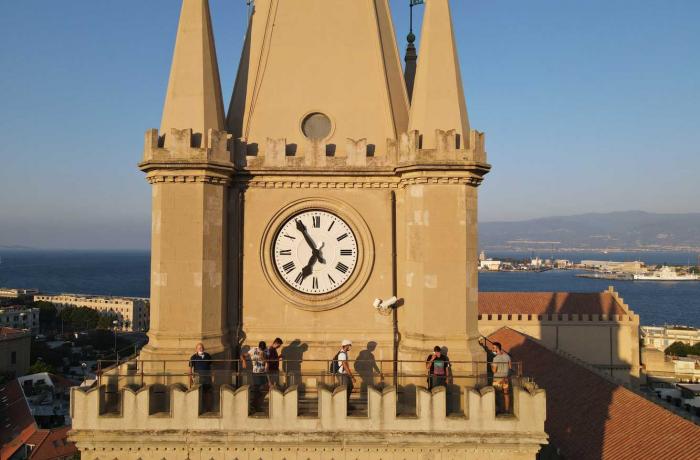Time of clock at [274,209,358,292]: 6:54
